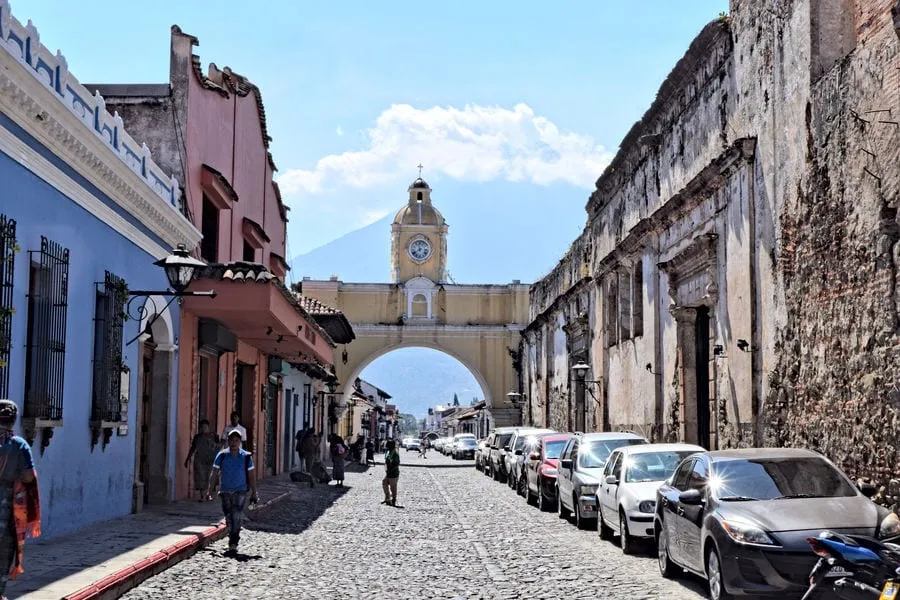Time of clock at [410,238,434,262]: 11:38
